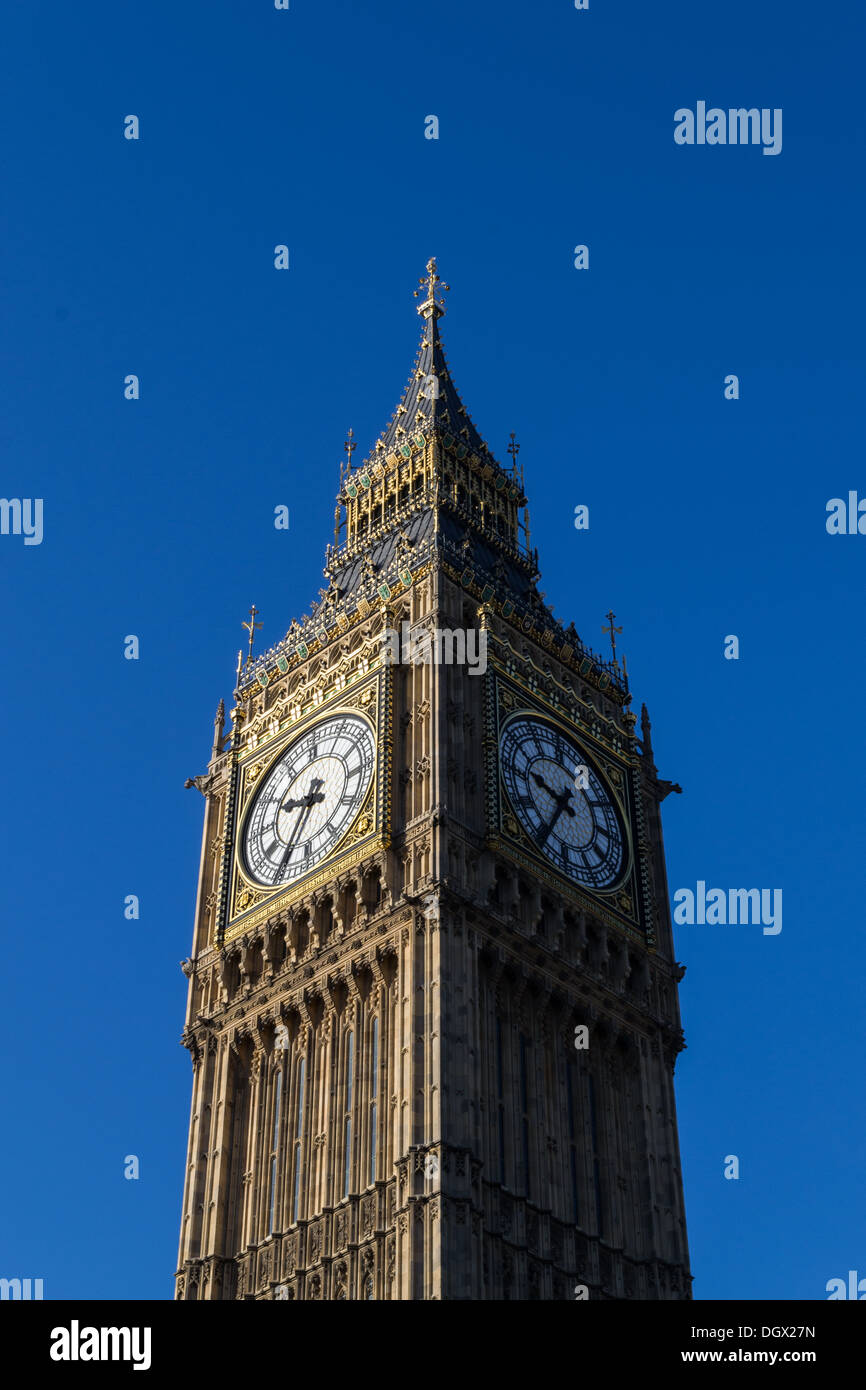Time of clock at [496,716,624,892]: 9:36
